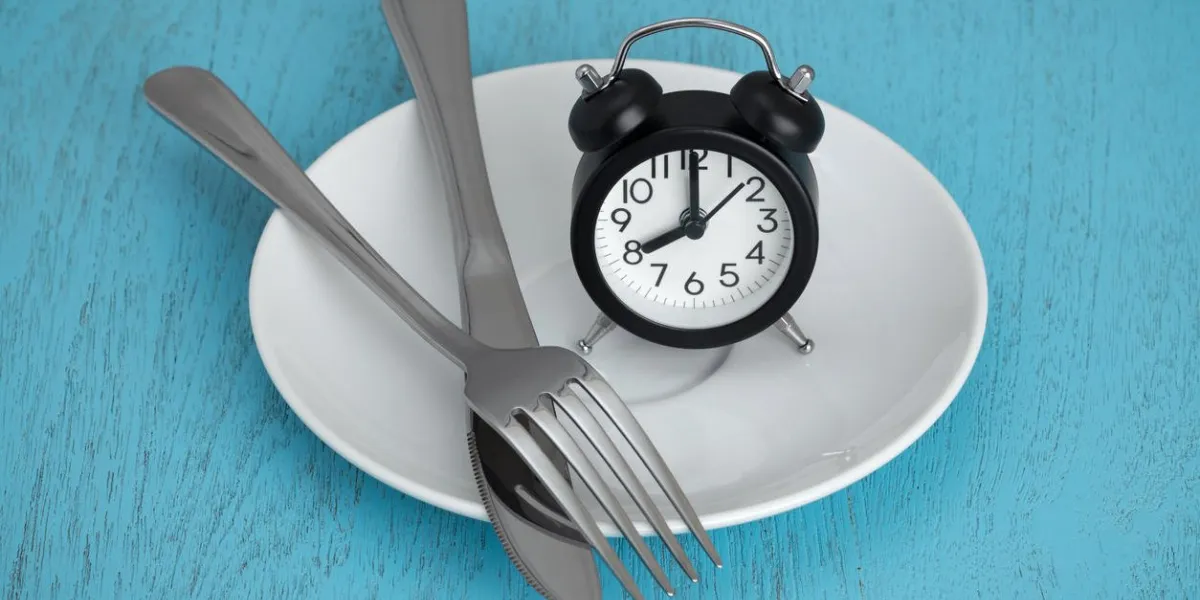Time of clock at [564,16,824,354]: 8:00
